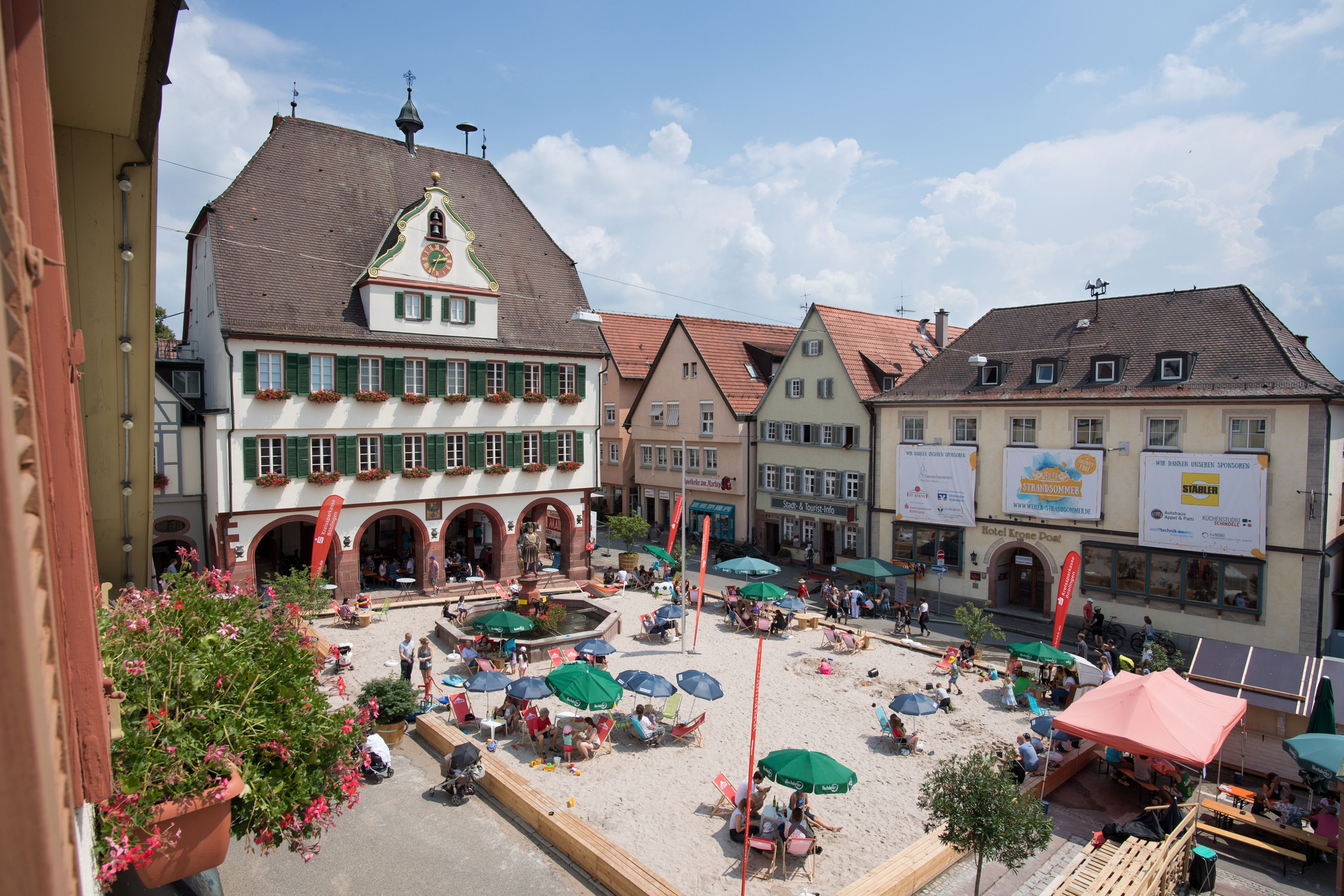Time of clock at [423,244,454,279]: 2:34
